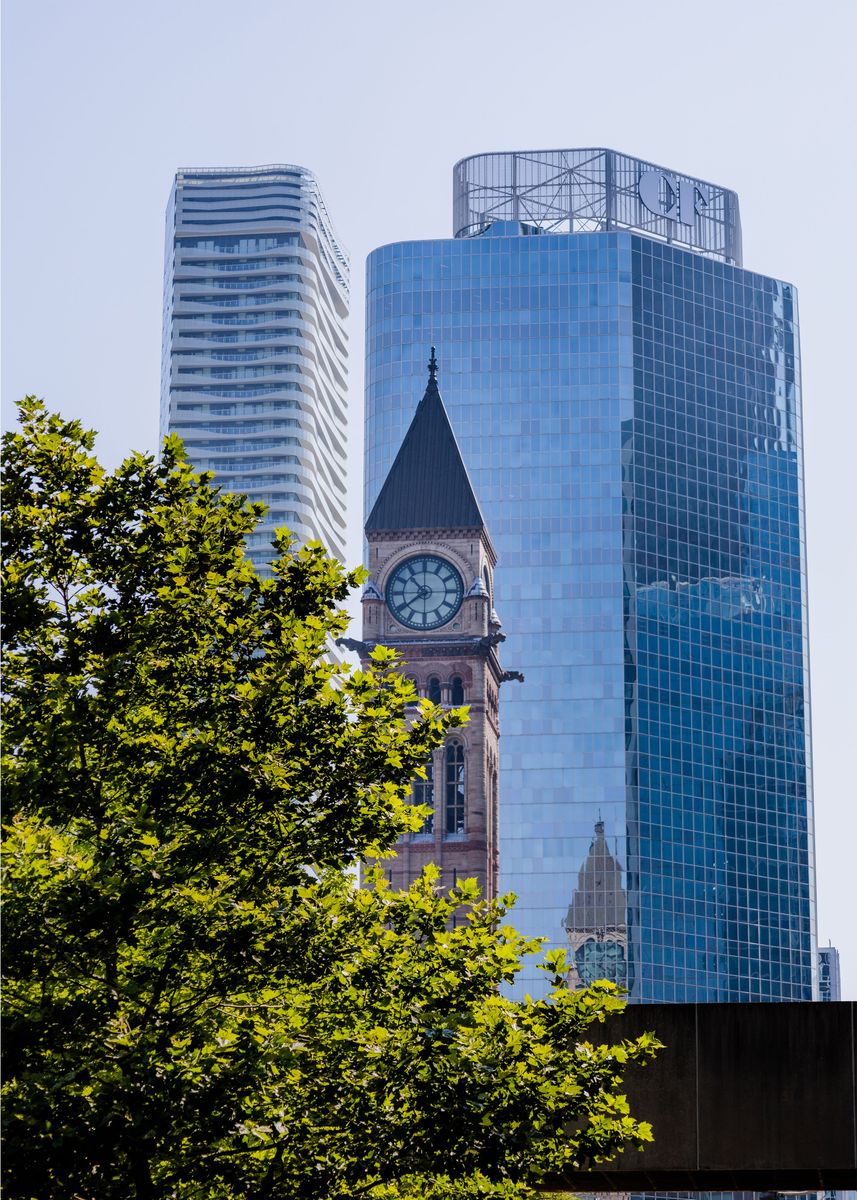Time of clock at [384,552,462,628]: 10:38
